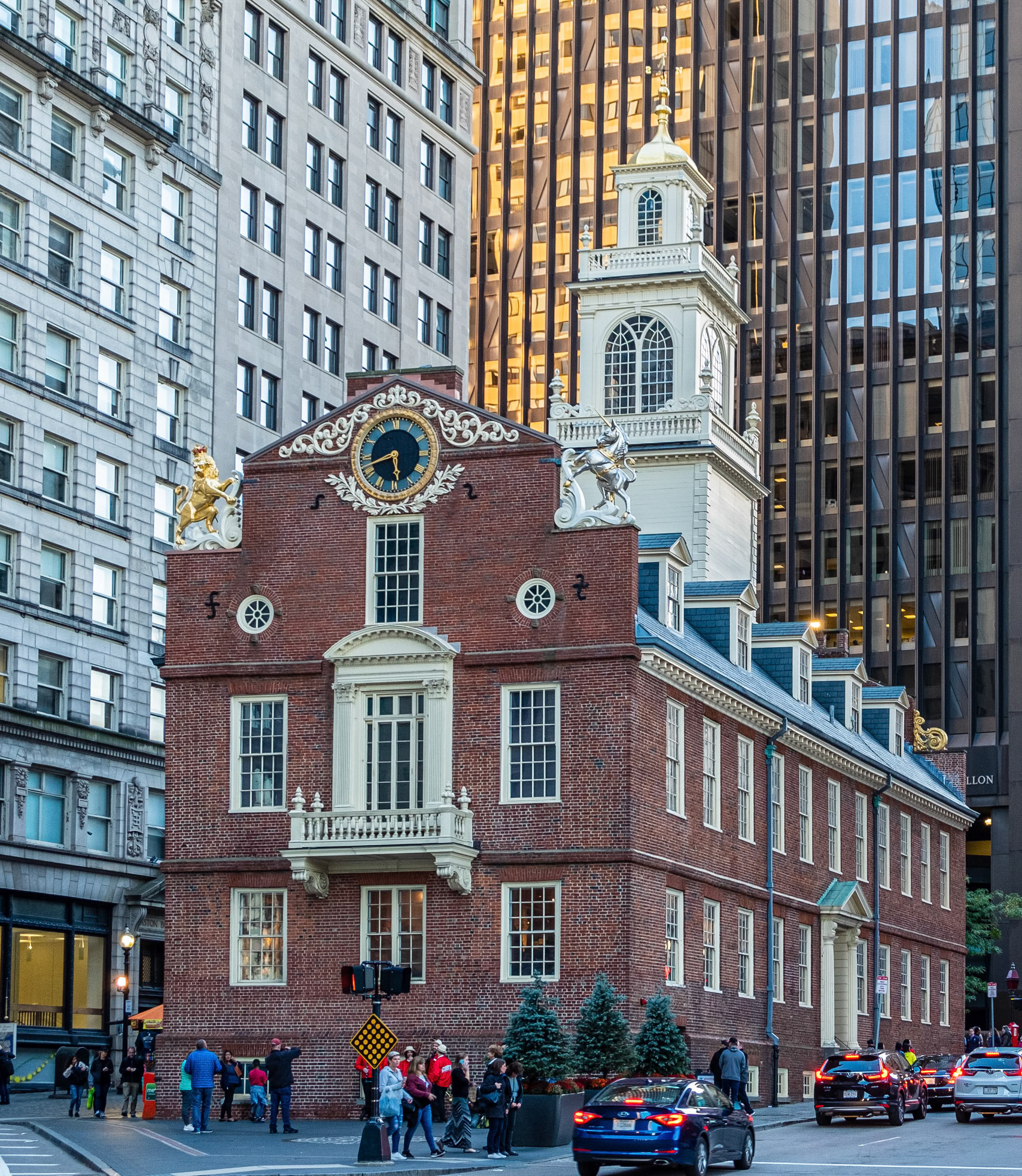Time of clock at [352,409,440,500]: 5:42
